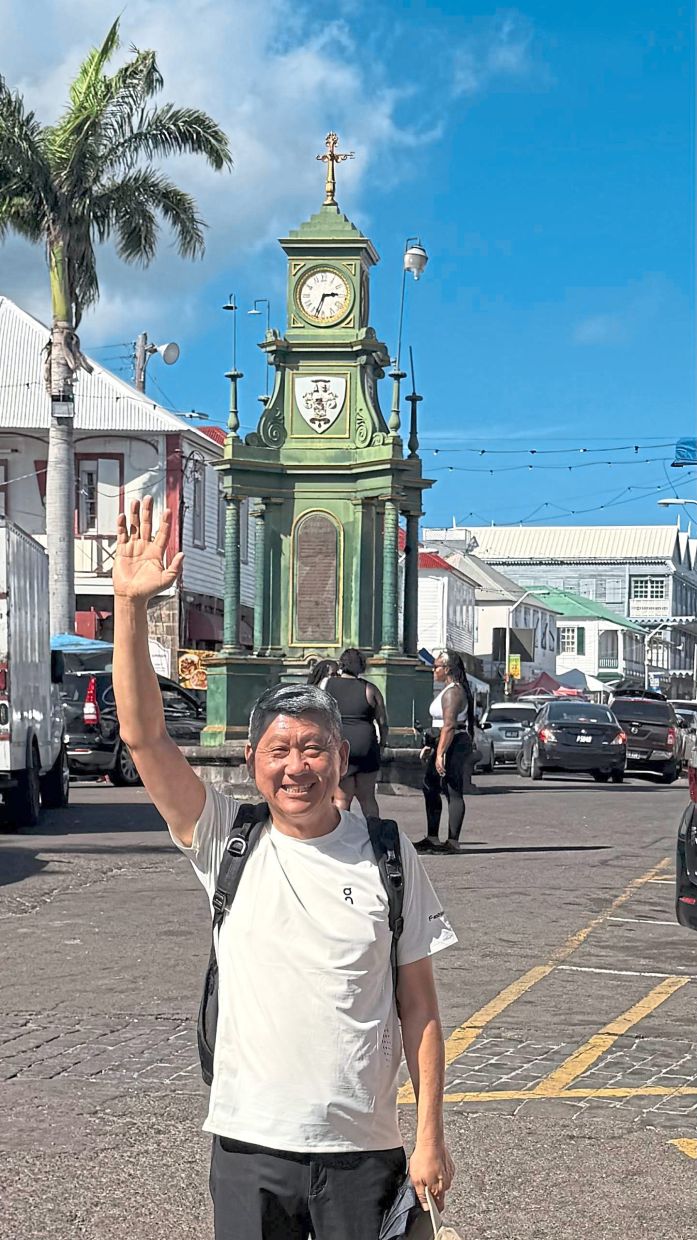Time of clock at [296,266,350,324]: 2:33
